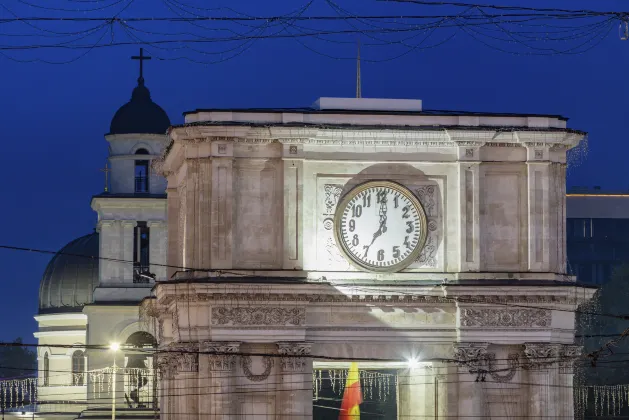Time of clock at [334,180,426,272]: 7:00
